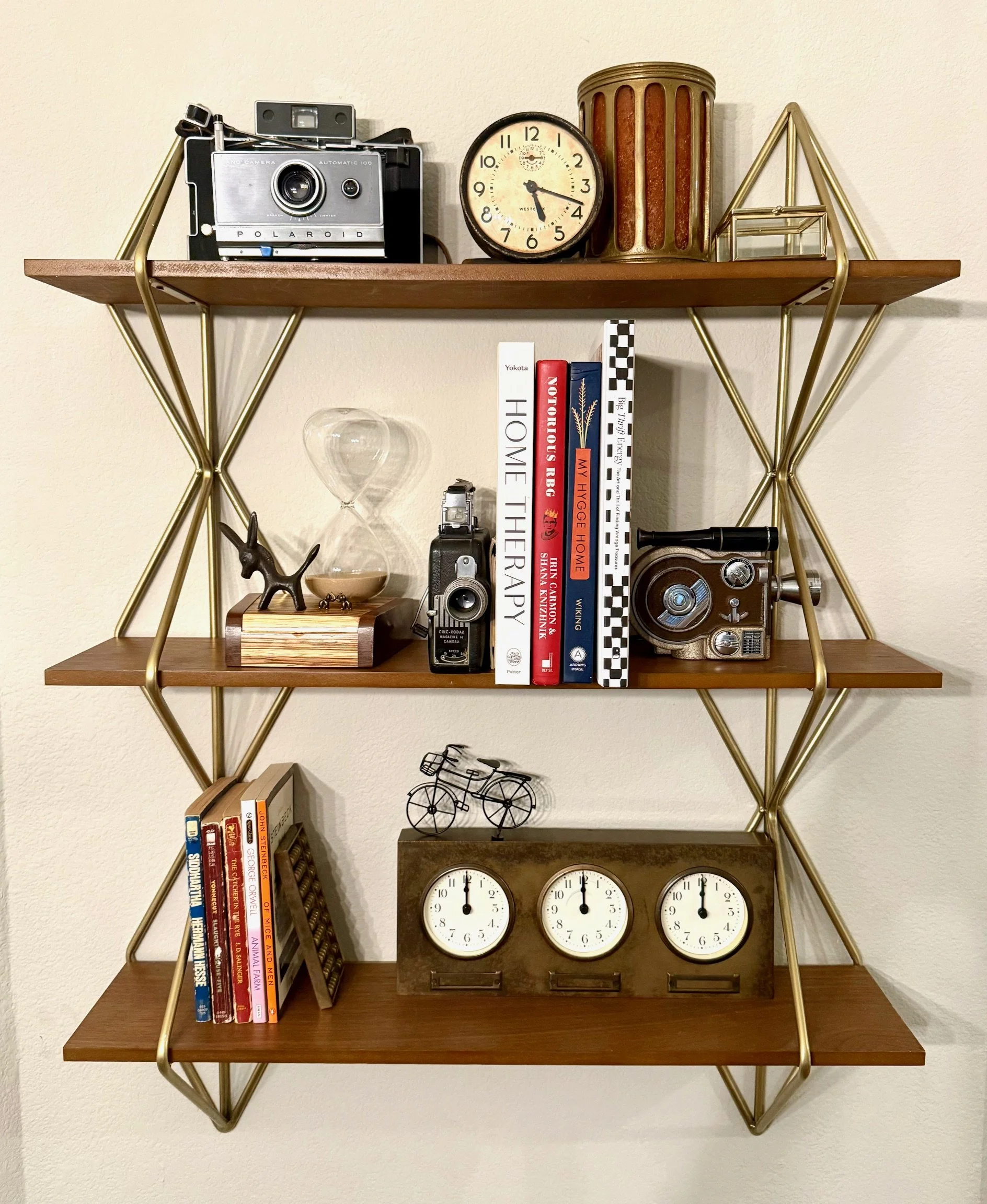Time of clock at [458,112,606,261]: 5:18
